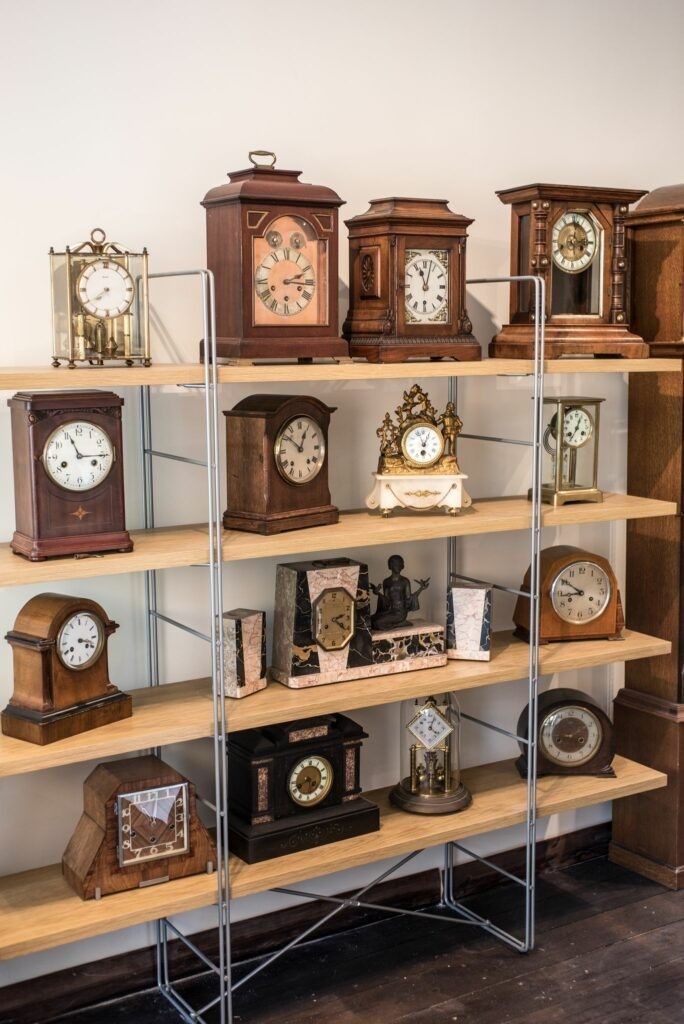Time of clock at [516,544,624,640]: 8:50
